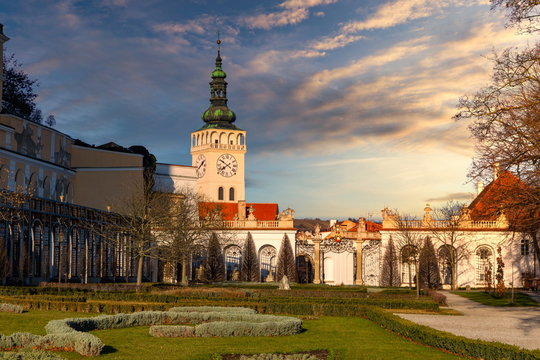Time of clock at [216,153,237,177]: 7:50
